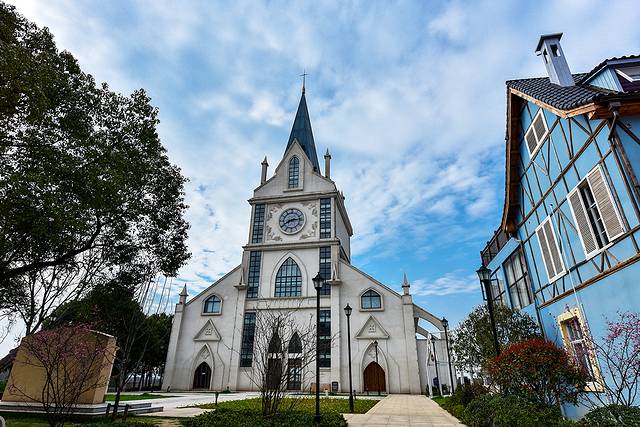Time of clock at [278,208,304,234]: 8:14
